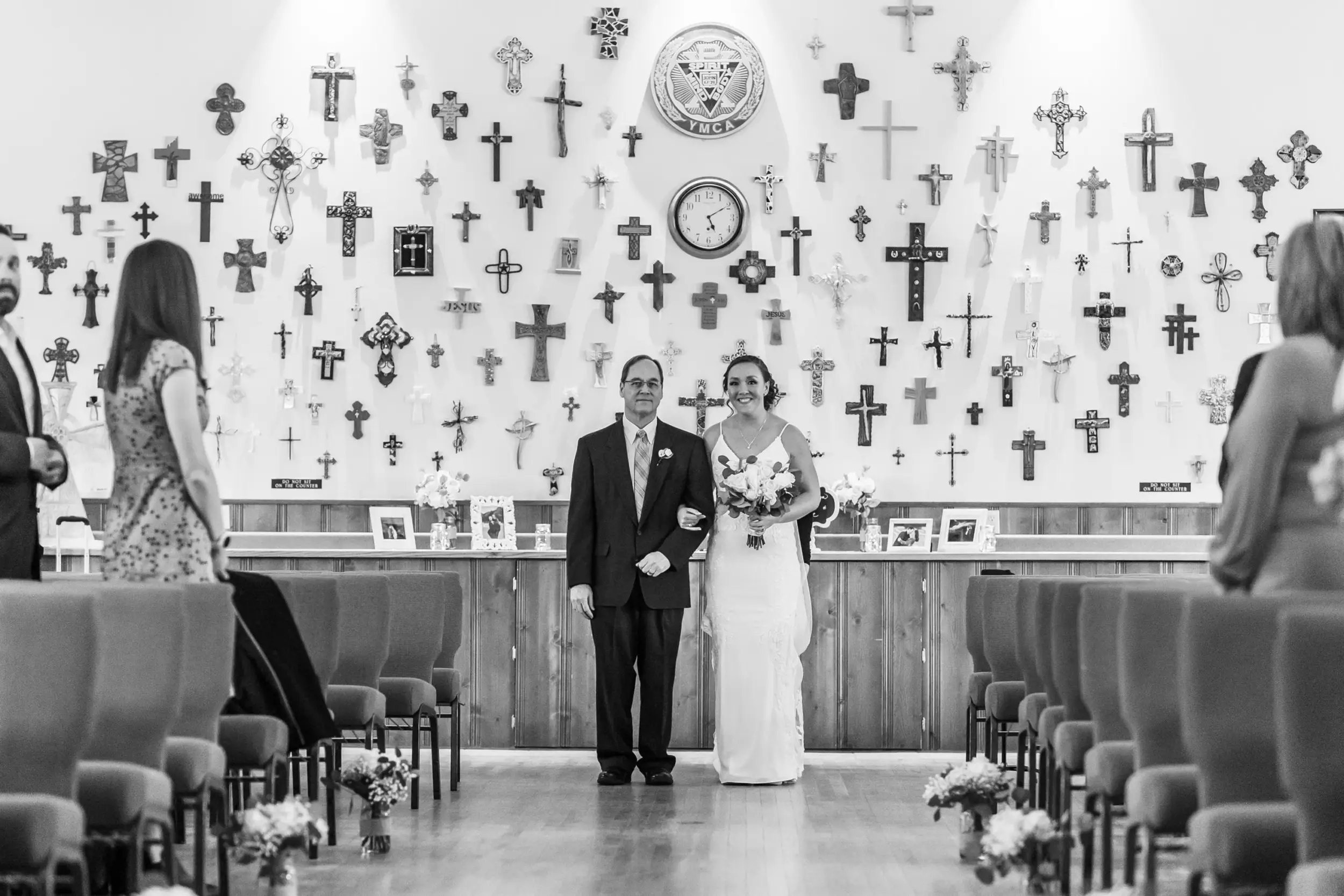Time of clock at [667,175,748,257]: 5:09
